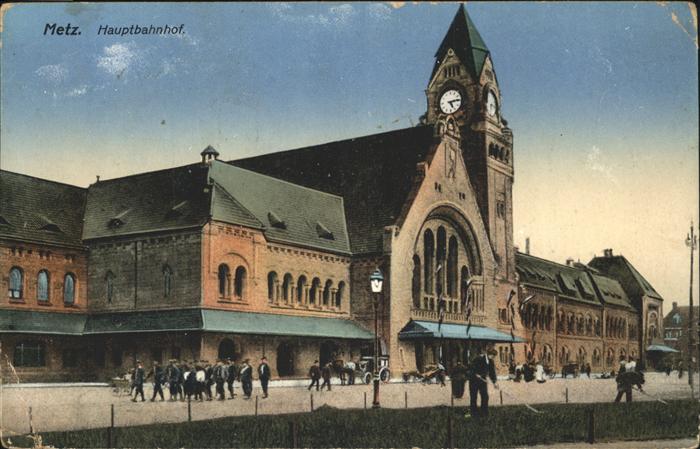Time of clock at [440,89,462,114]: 5:14
